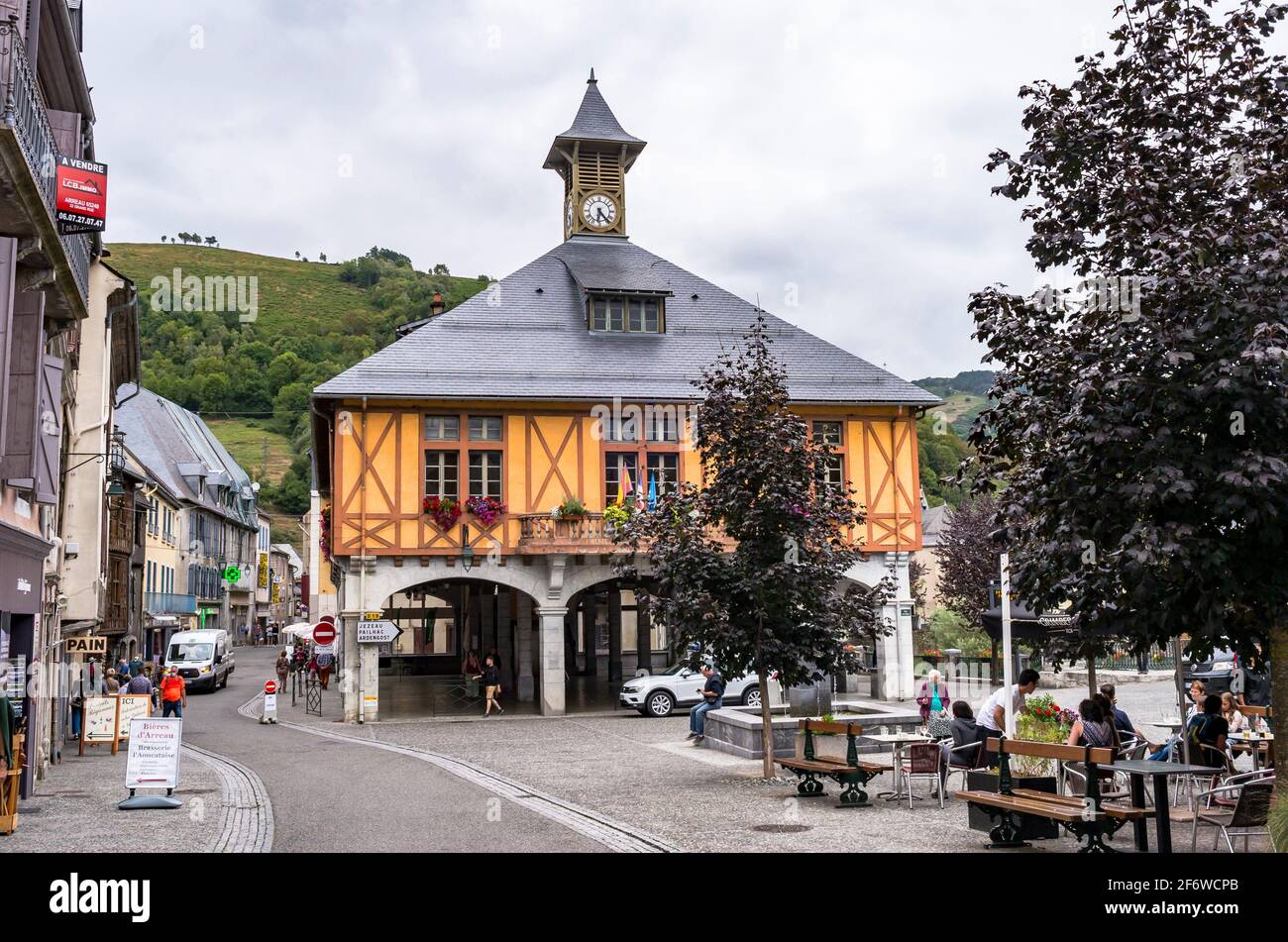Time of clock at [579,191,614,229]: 6:23
